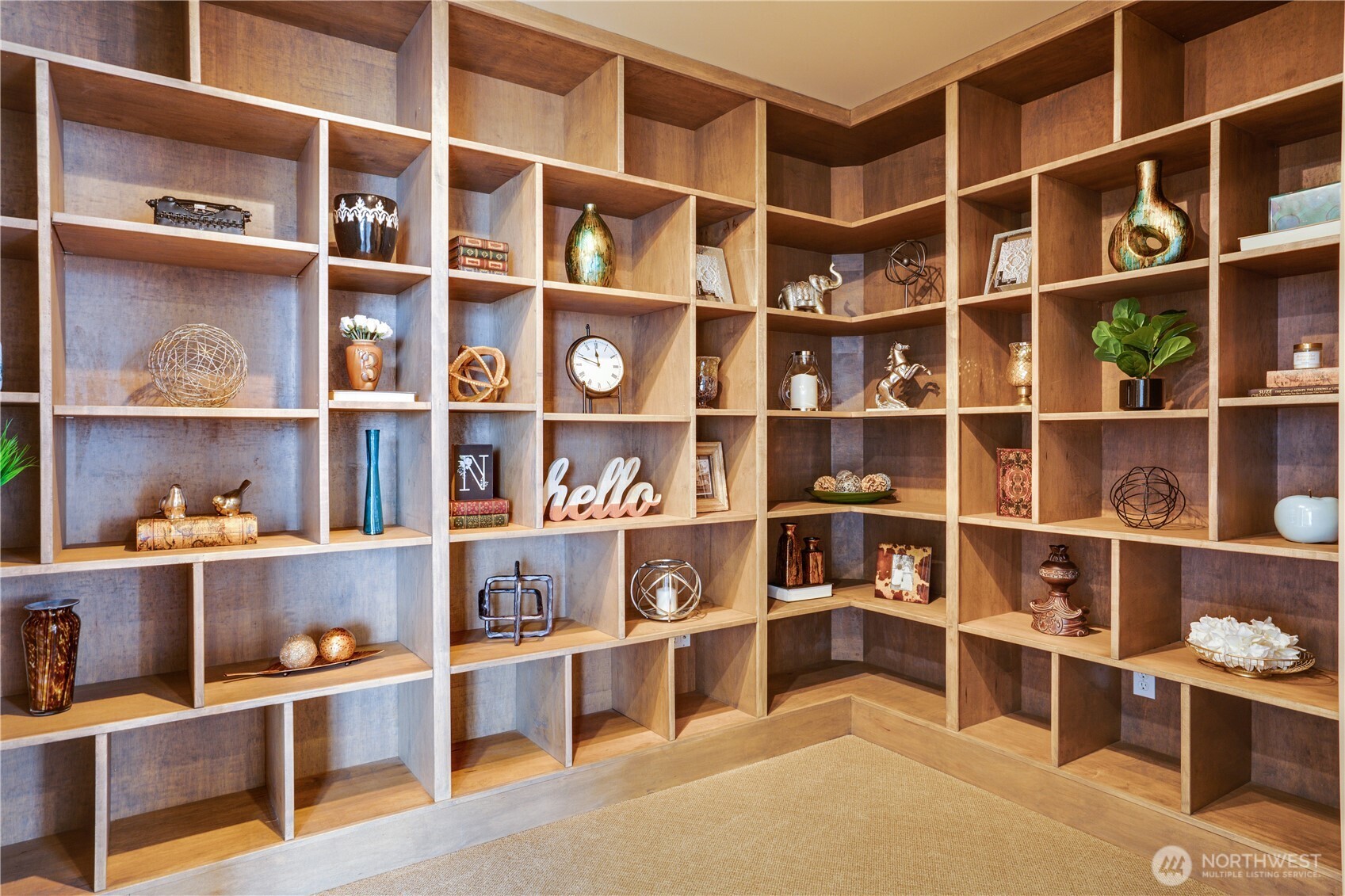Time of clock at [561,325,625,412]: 11:48
